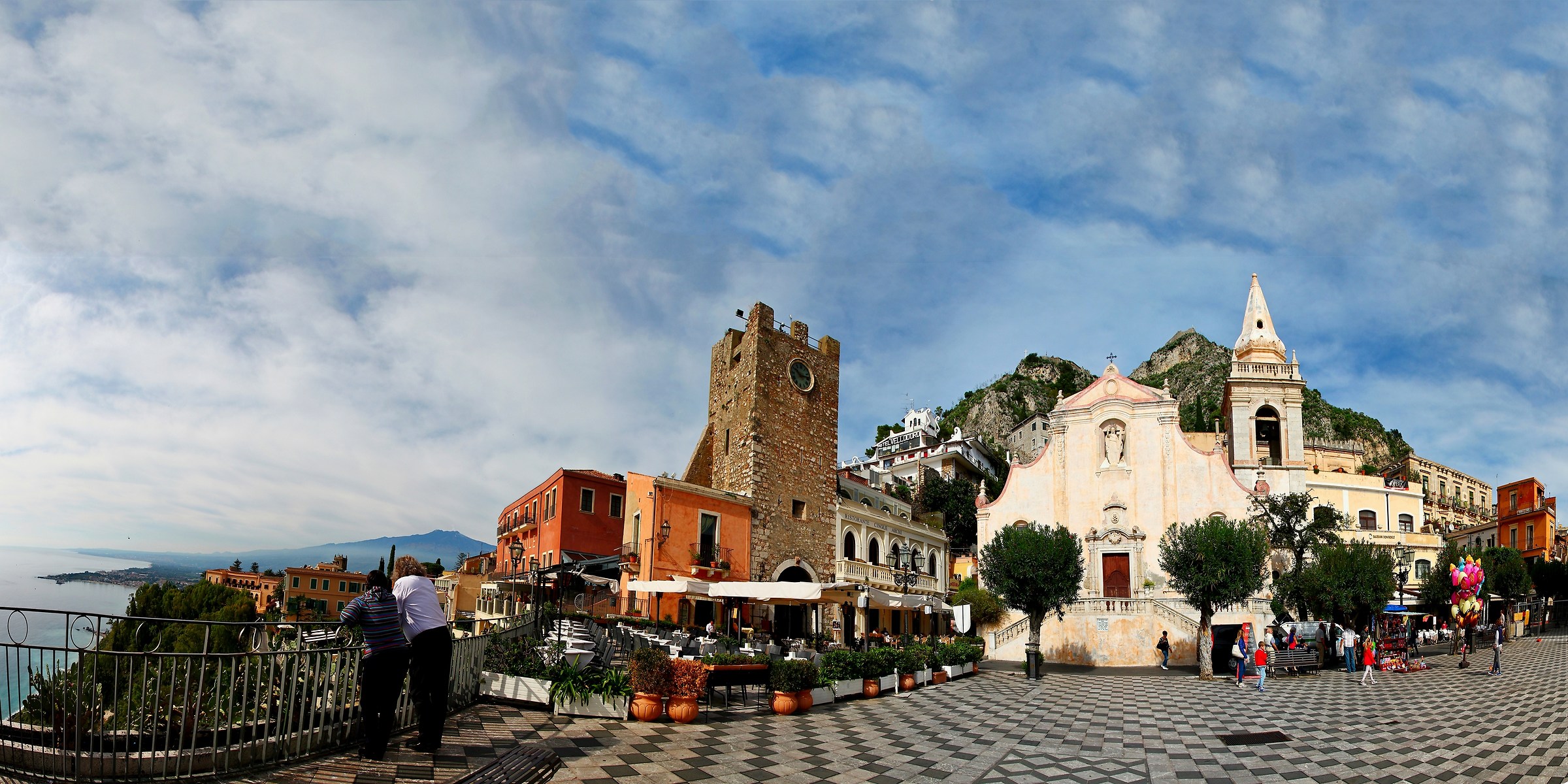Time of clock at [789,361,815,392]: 10:13
